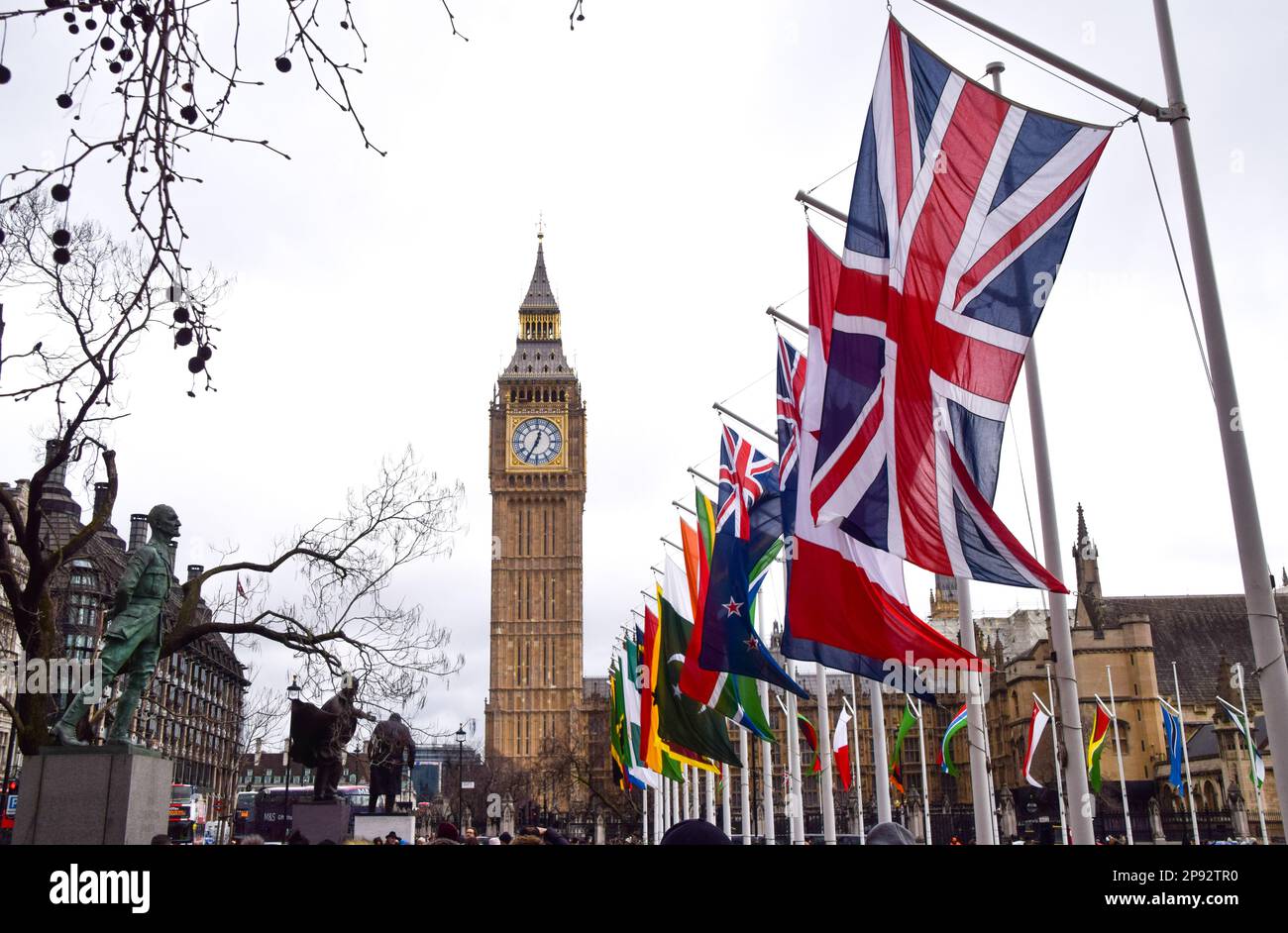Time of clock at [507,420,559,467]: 12:34
